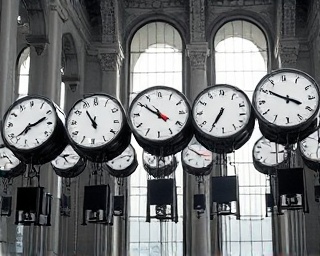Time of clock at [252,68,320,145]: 3:50
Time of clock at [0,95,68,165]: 7:11
